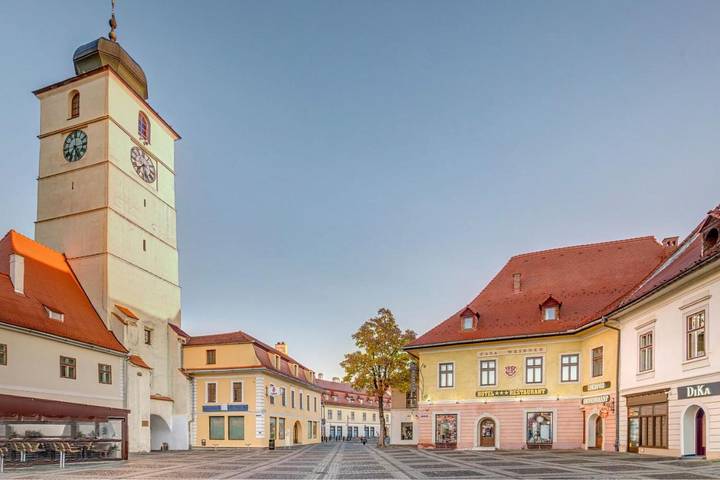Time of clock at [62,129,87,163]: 7:25
